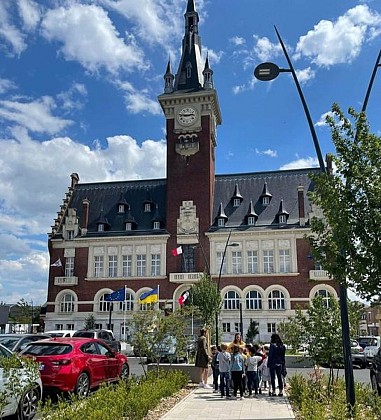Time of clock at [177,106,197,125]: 2:46
